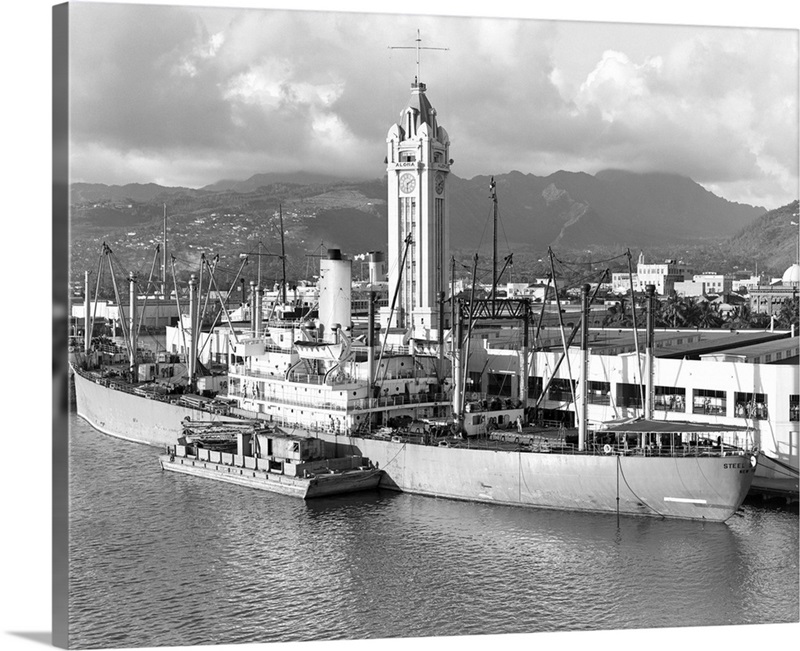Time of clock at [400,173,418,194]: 6:10
